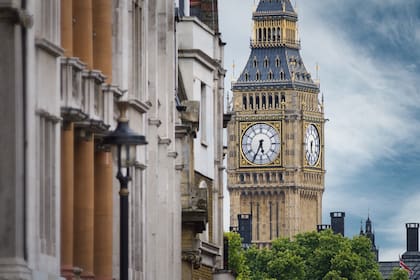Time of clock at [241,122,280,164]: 5:34
